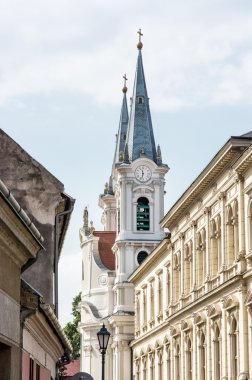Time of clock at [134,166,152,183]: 11:32
